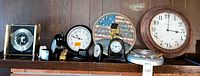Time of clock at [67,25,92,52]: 10:48
